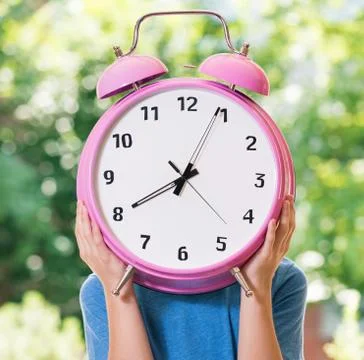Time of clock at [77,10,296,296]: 8:04
